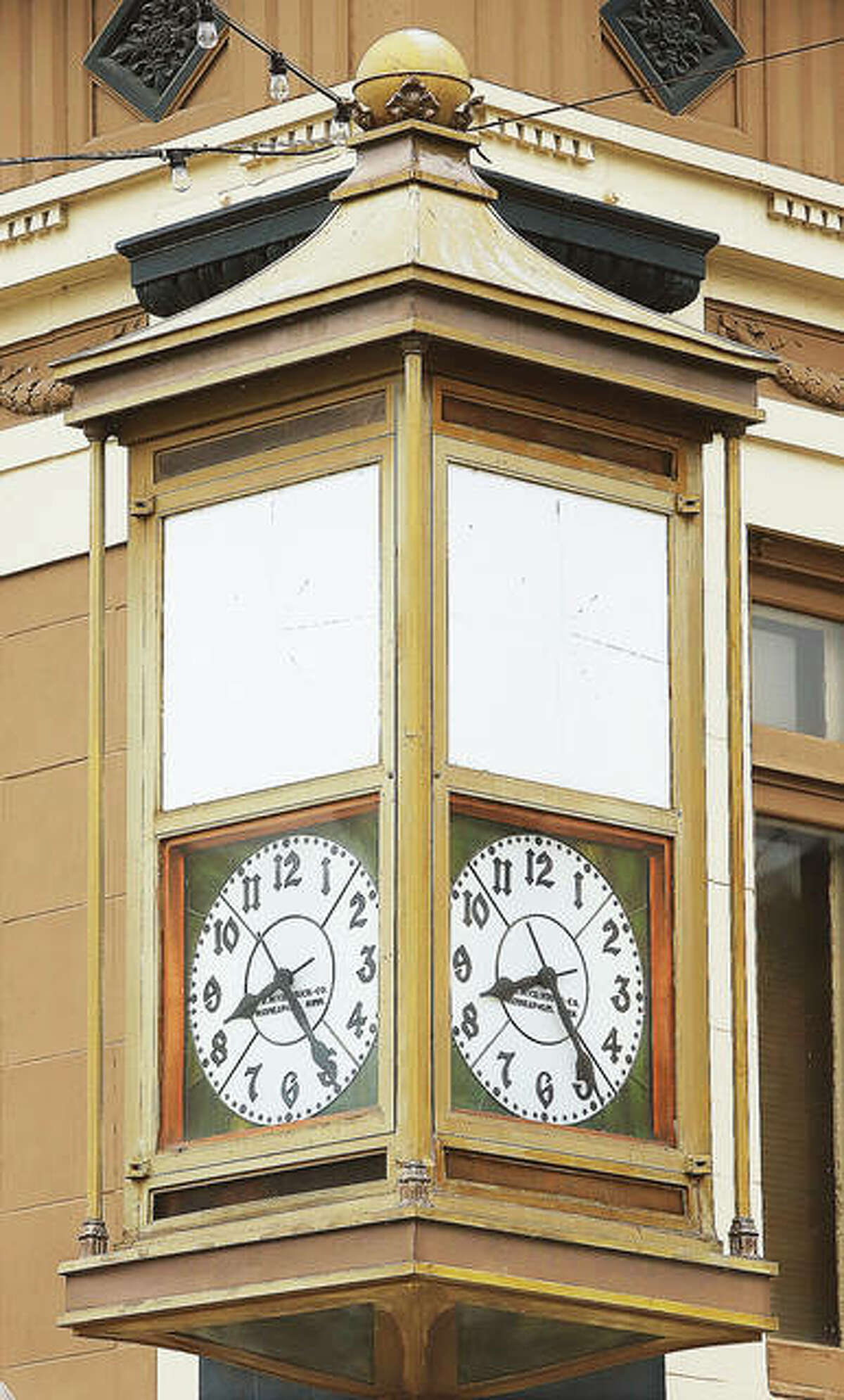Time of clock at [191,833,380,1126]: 8:24
